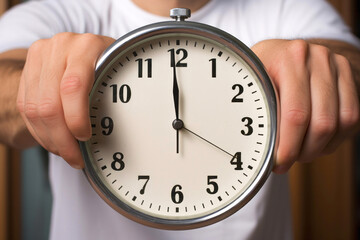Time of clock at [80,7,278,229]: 11:59
